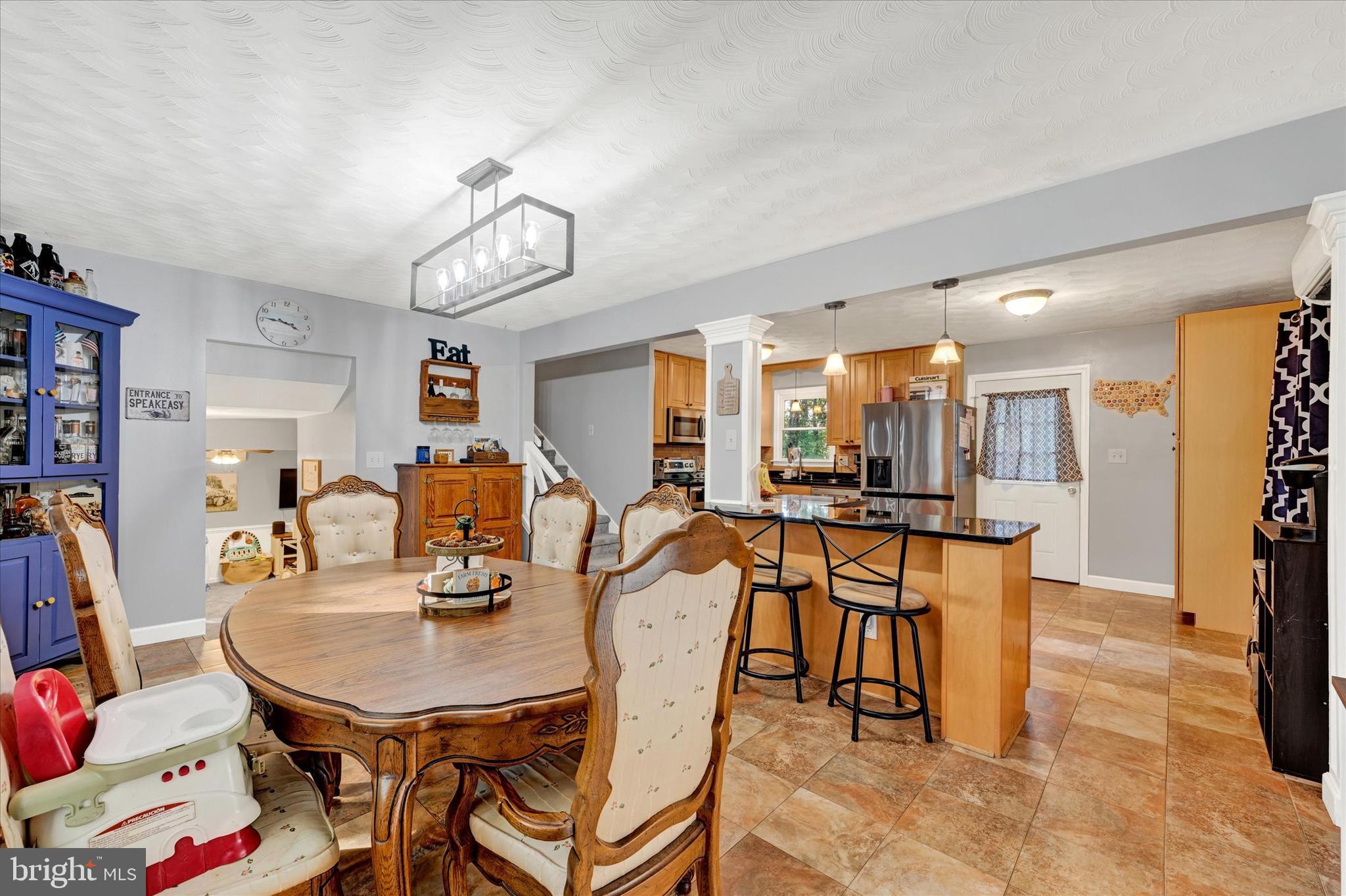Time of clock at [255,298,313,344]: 3:46
